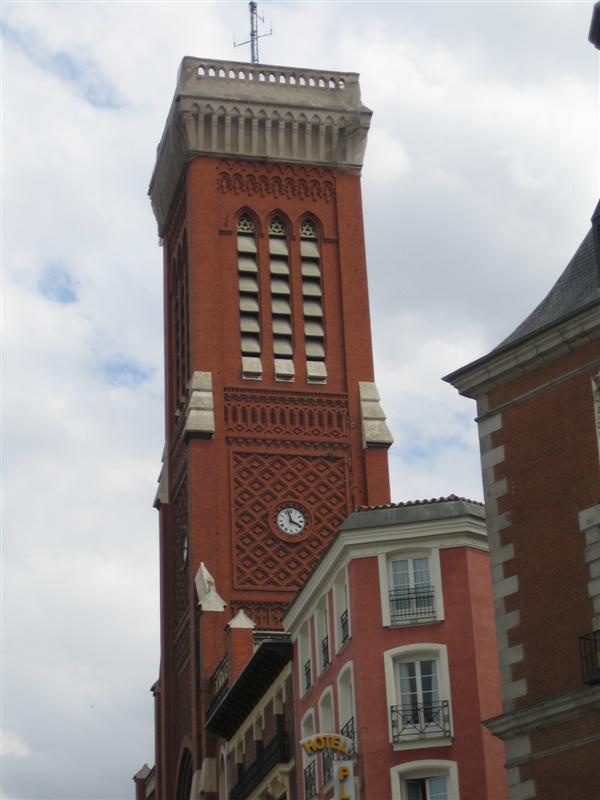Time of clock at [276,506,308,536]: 3:57
